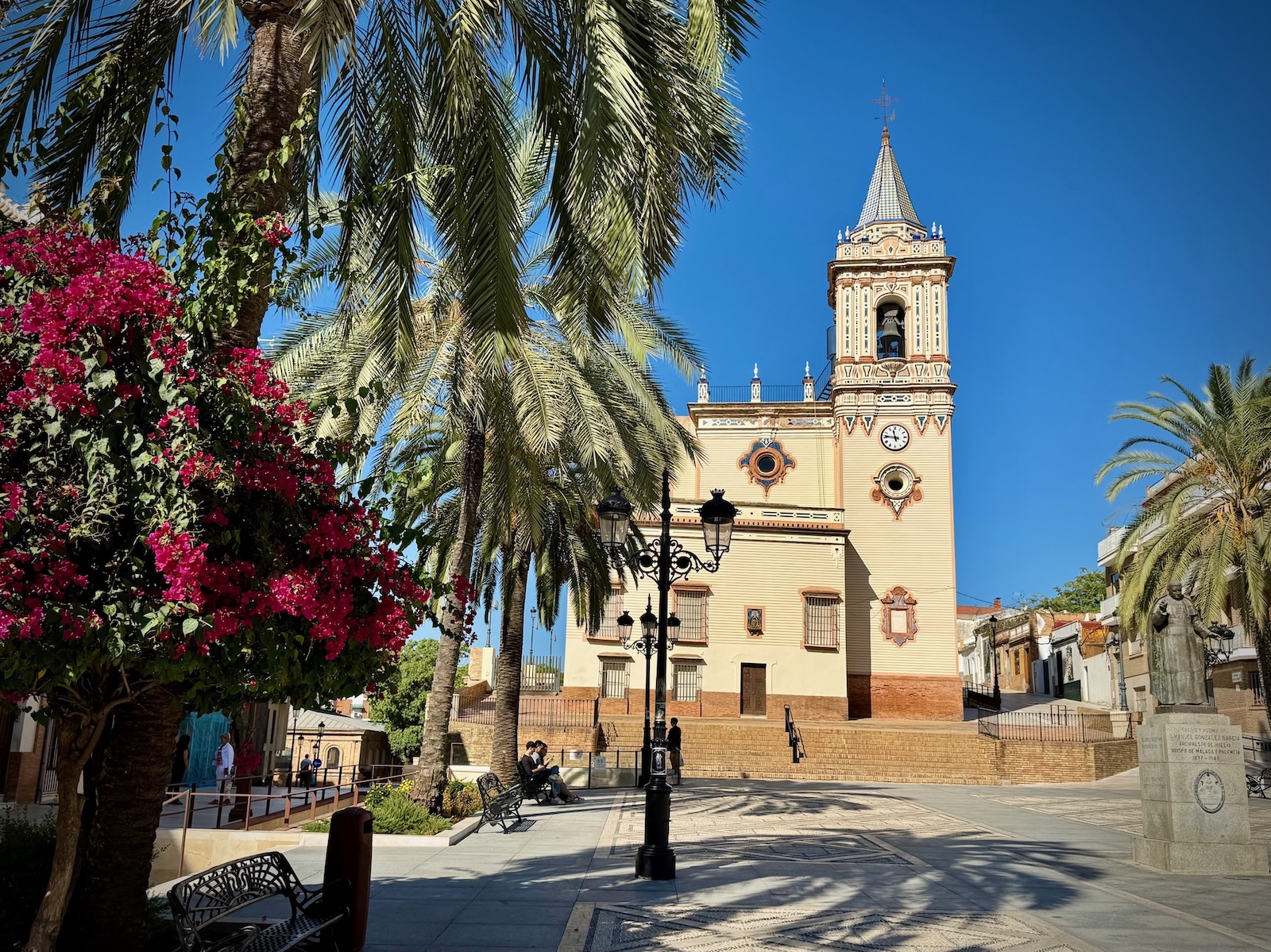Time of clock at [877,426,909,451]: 11:46
